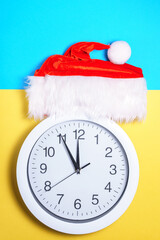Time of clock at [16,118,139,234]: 11:55
